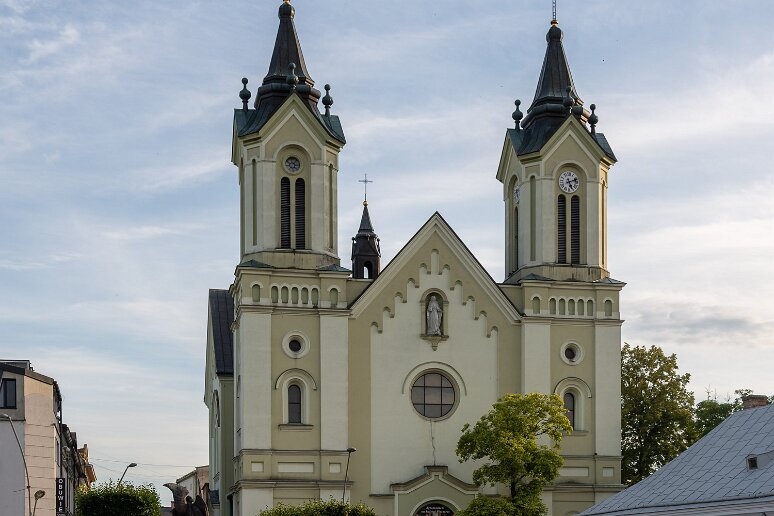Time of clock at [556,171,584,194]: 5:11
